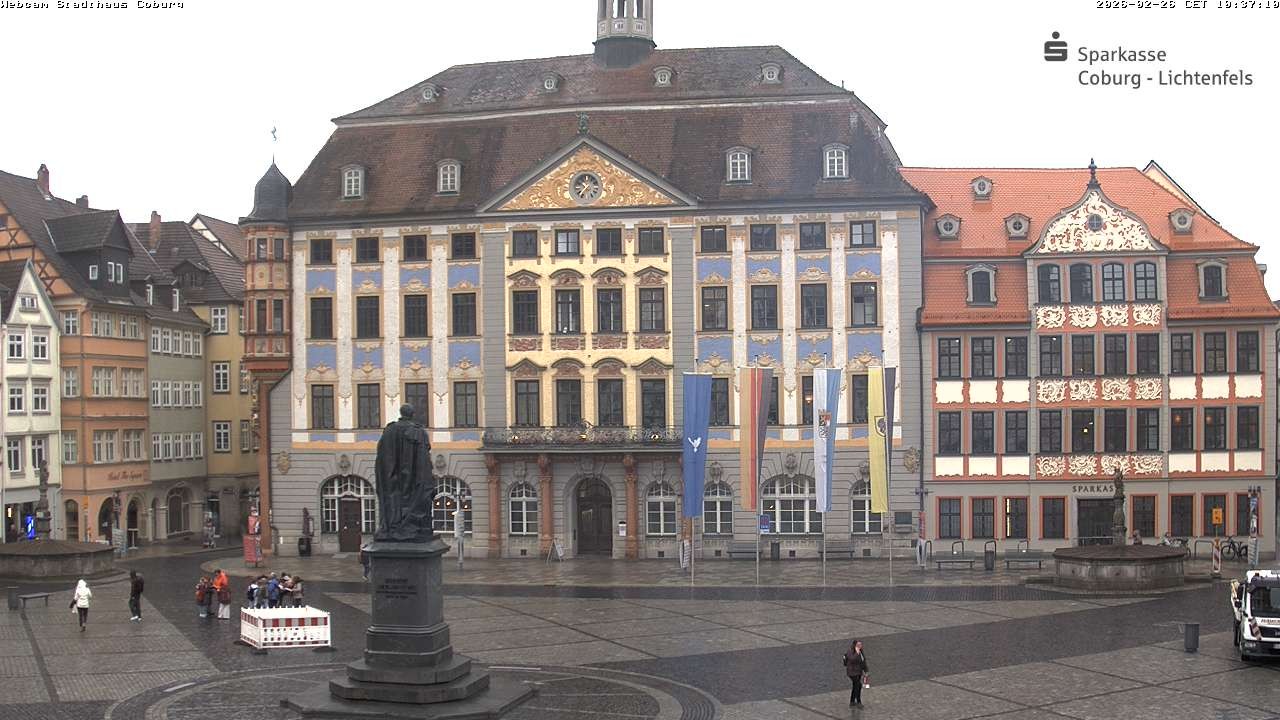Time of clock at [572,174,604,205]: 9:36
